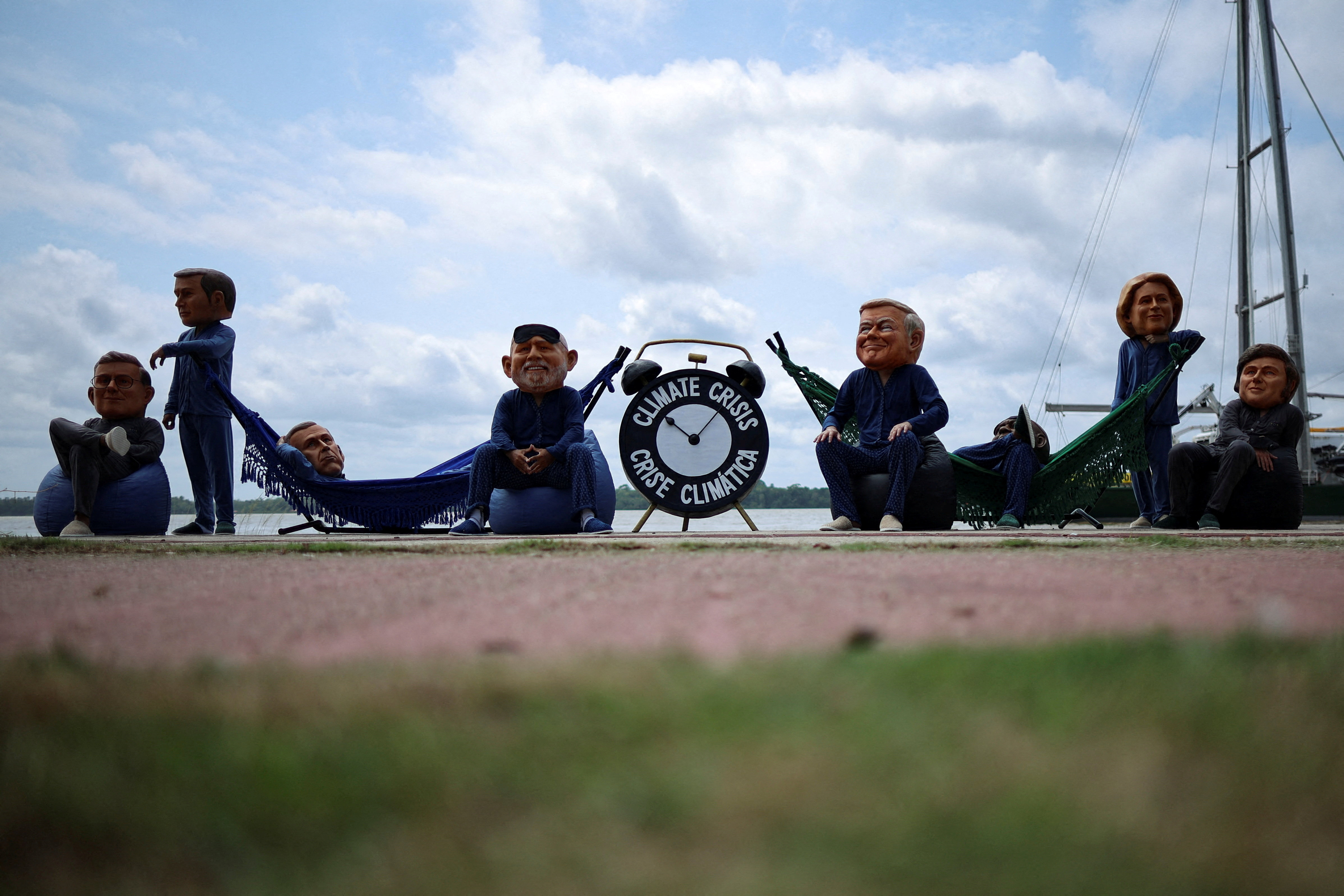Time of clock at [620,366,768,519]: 10:07
